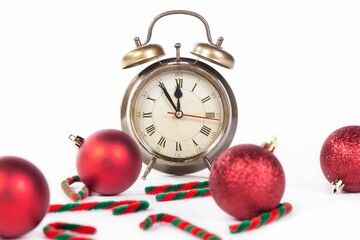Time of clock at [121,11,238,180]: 11:54
